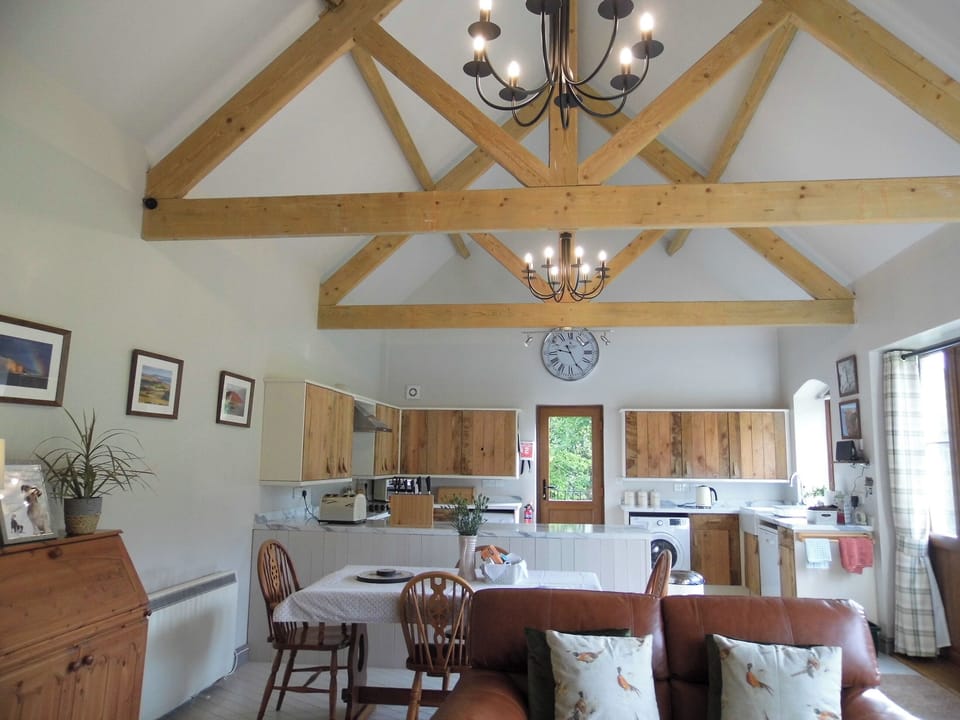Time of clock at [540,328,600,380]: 9:25
